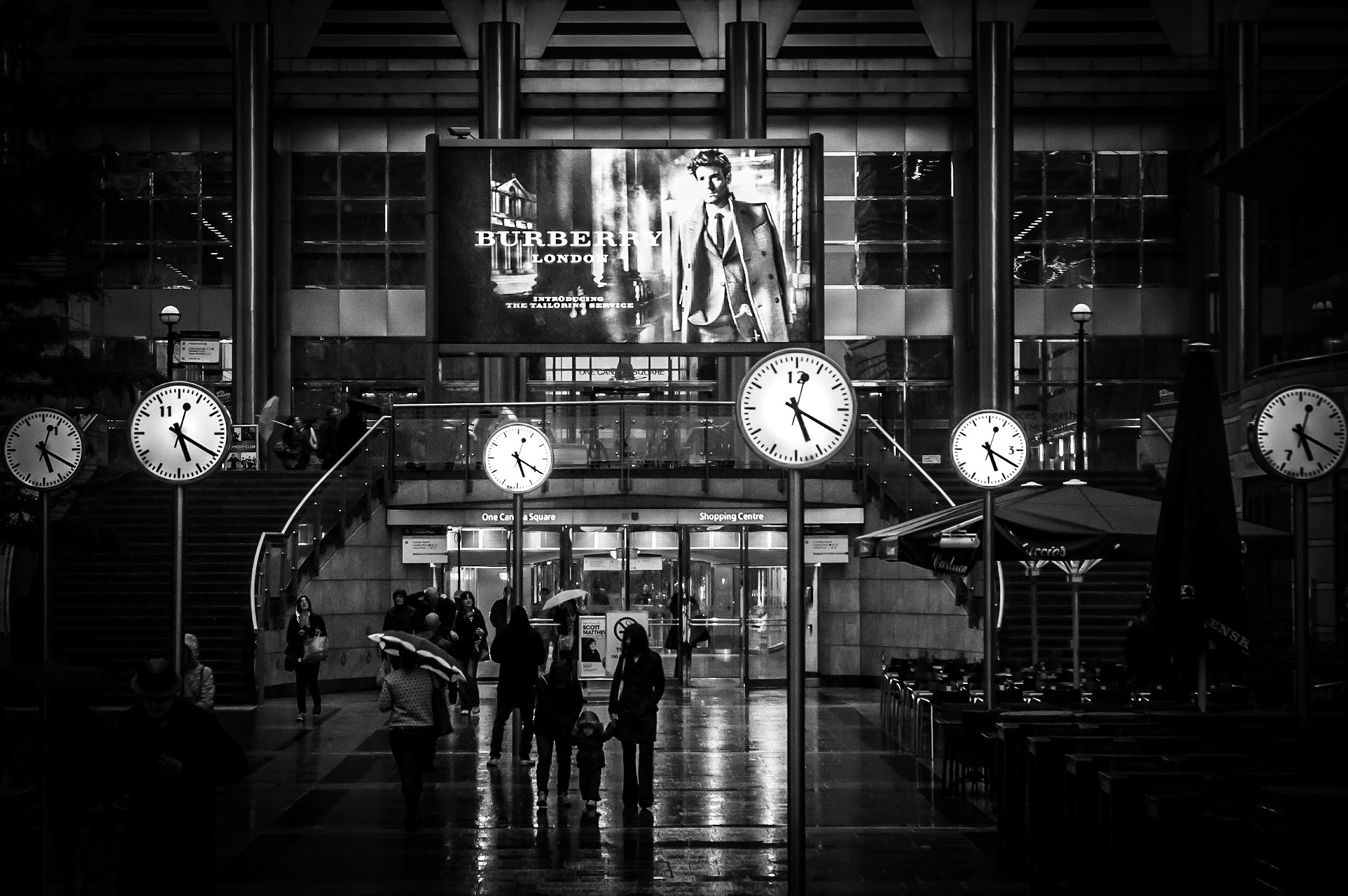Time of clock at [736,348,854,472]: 5:19
